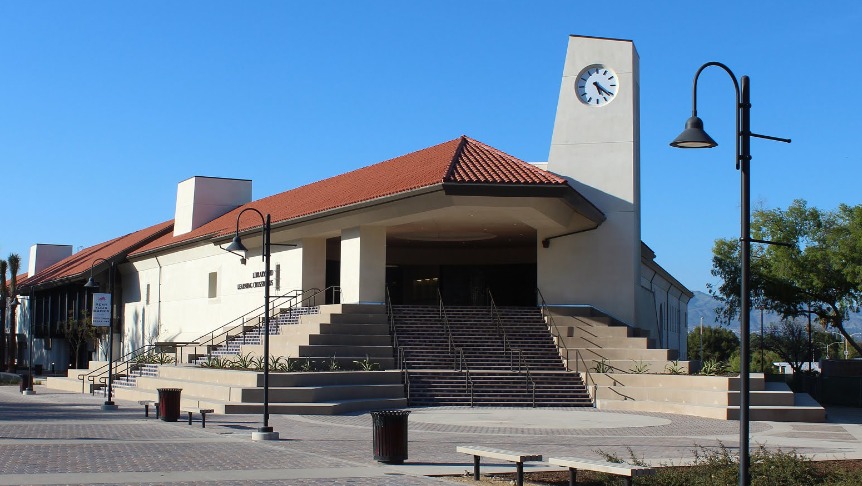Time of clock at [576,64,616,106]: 5:21
